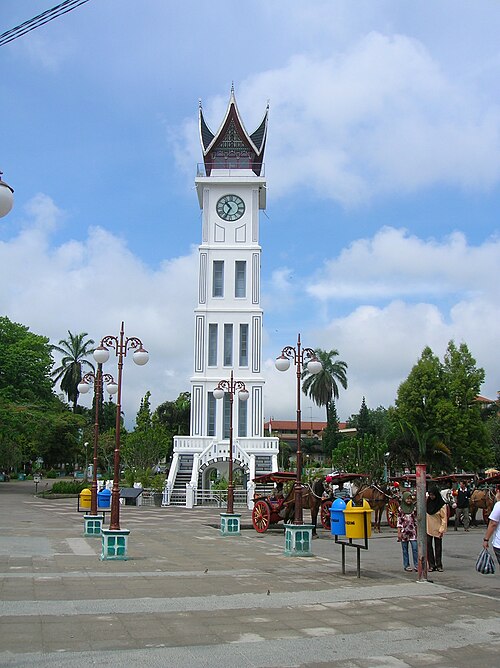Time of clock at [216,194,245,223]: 10:34
